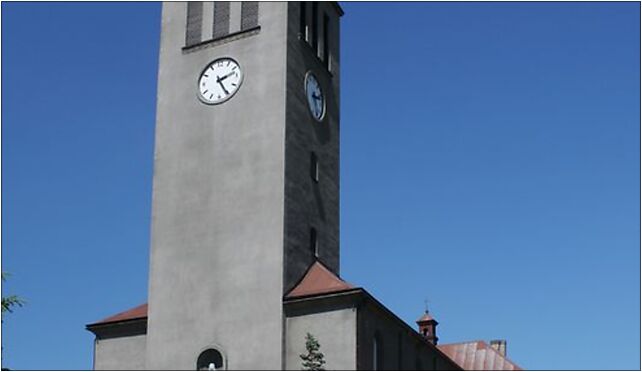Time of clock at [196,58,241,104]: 2:25
